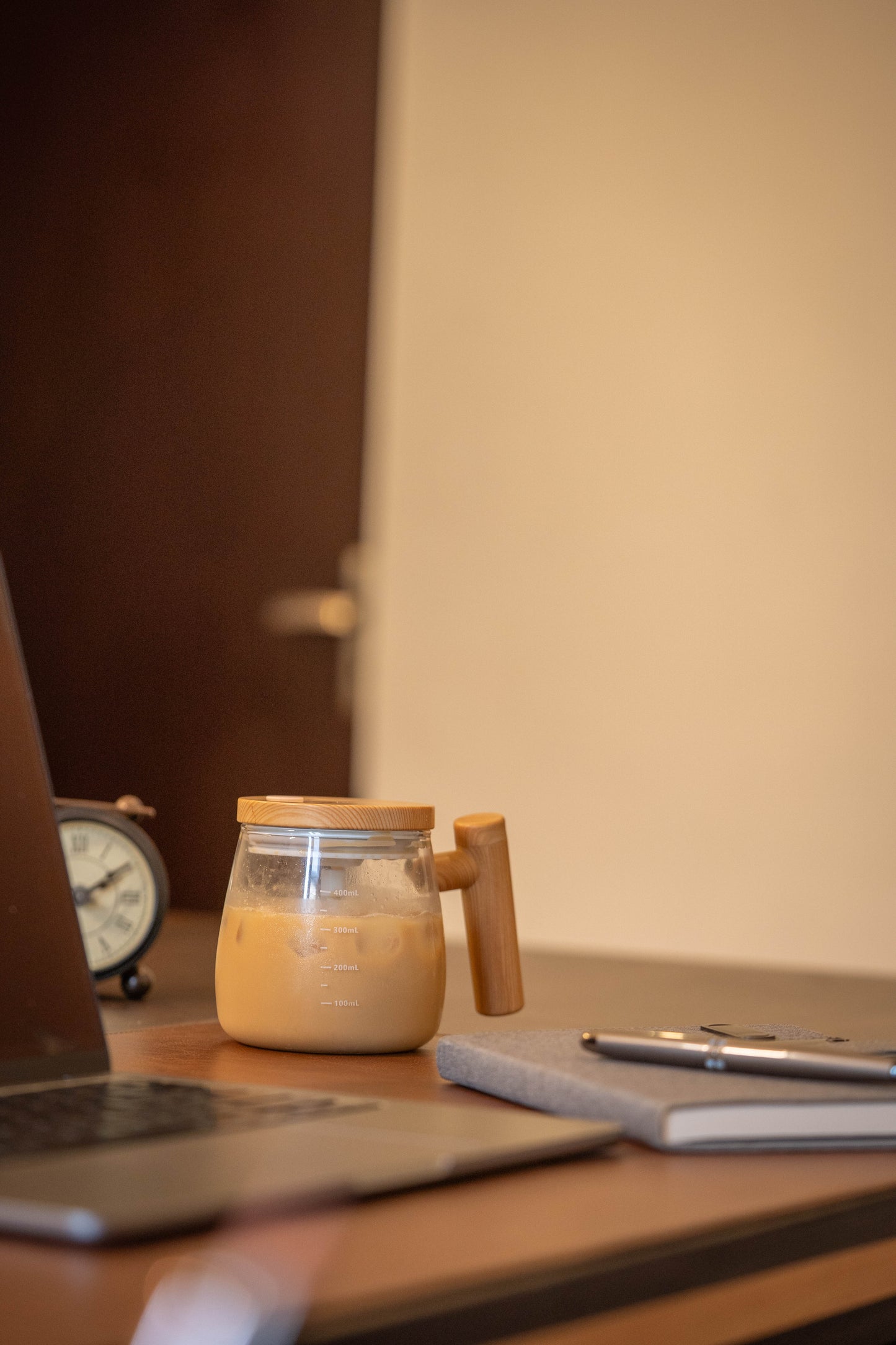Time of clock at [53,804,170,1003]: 2:09
